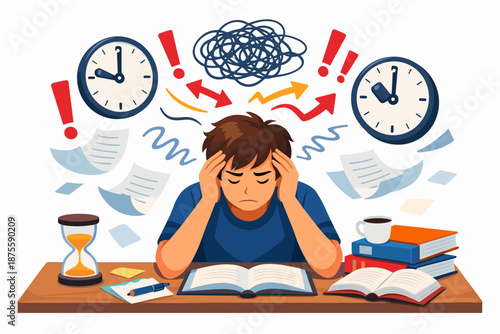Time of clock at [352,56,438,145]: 10:00
